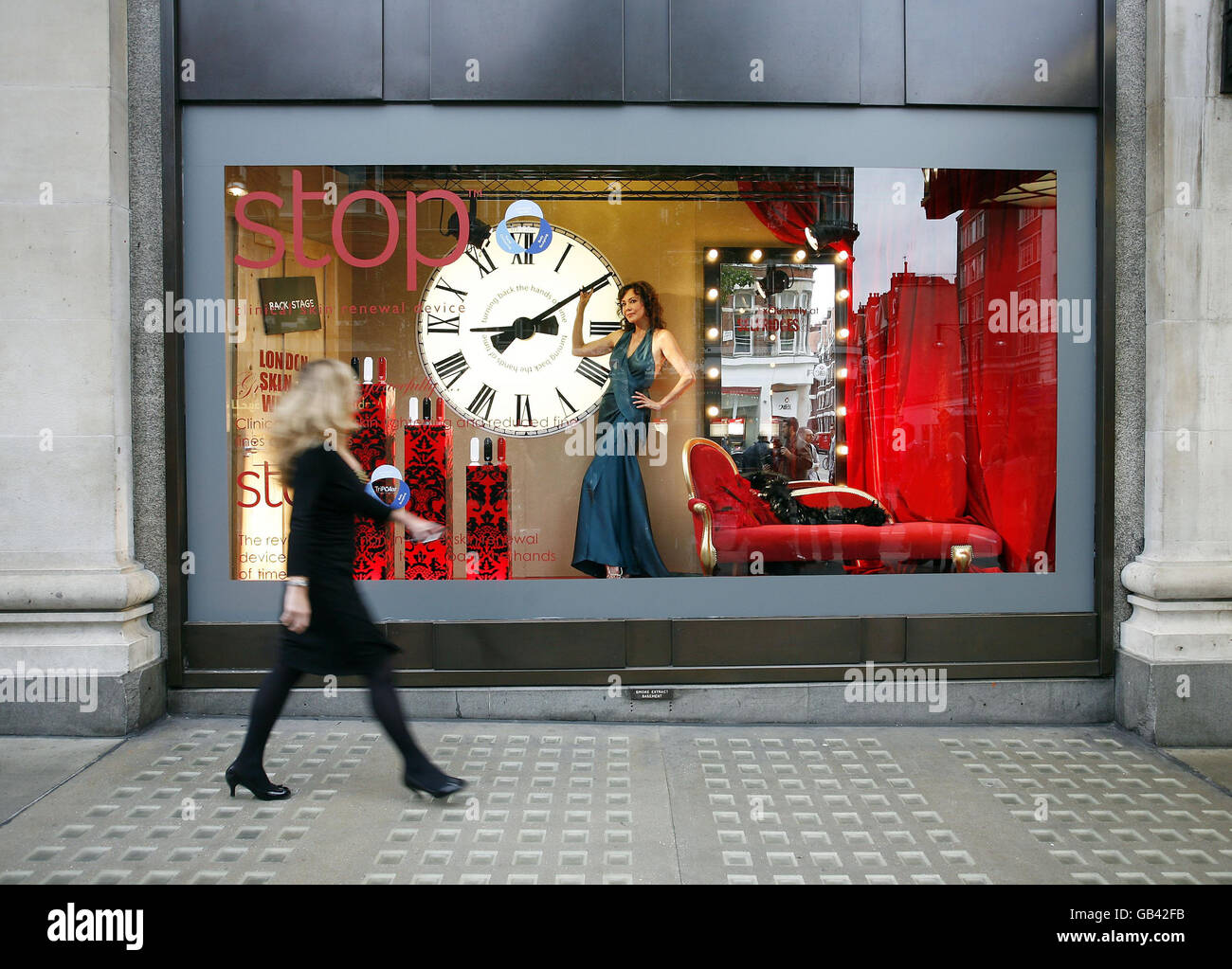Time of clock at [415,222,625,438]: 3:09
